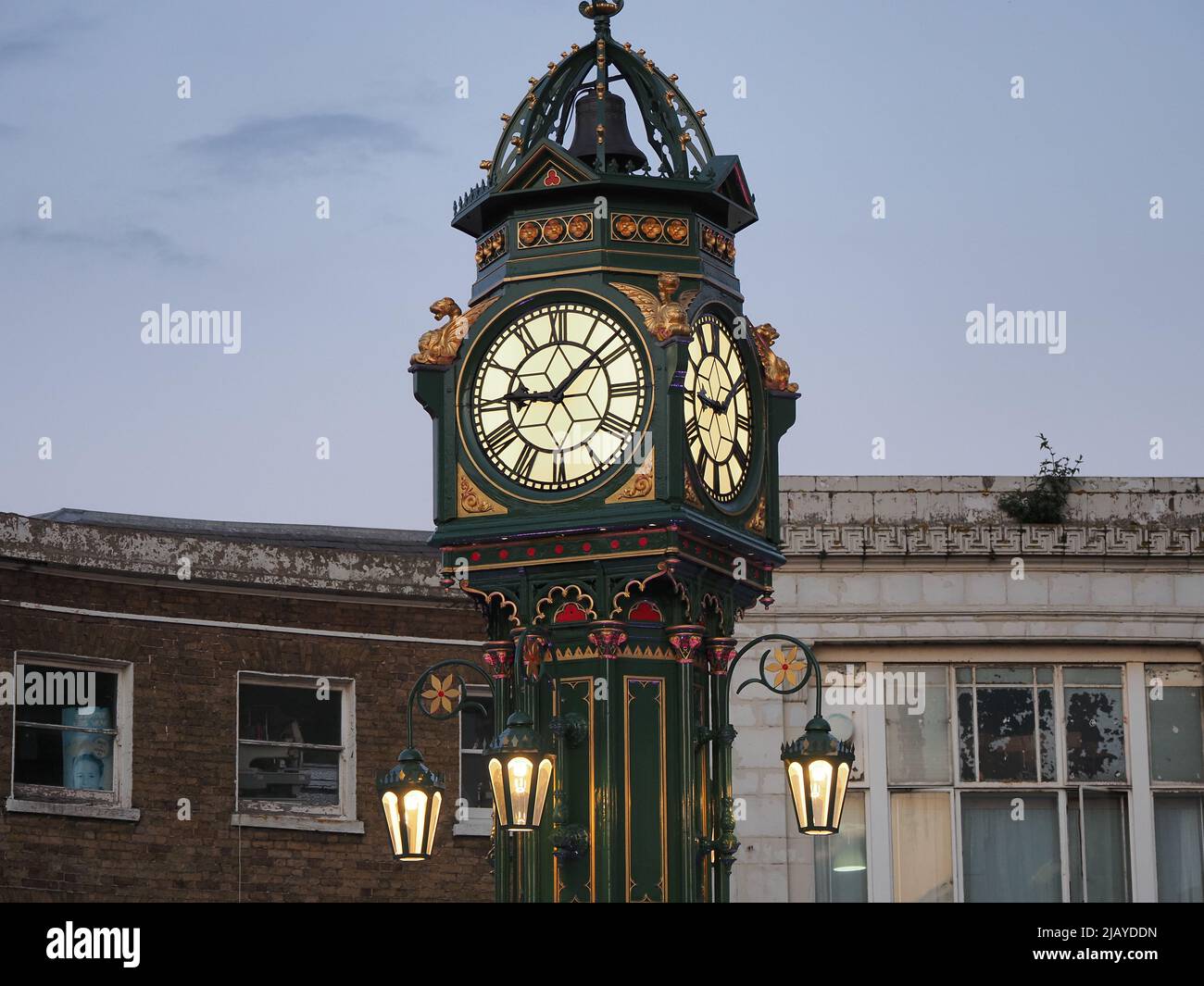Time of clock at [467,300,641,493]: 9:07
